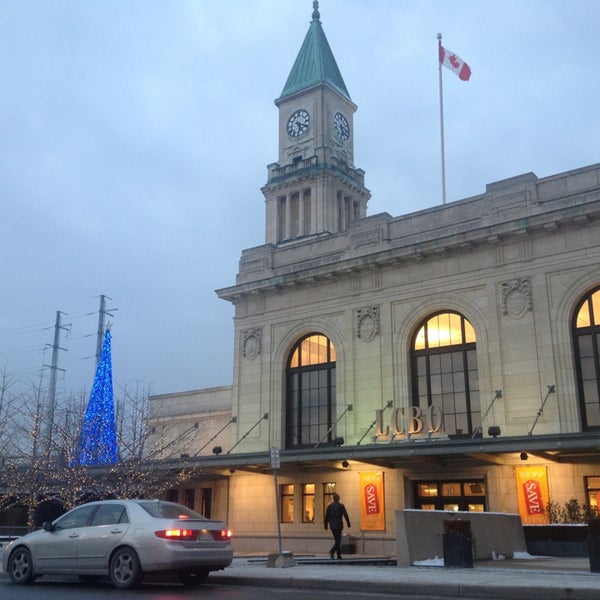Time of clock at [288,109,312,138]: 5:18
